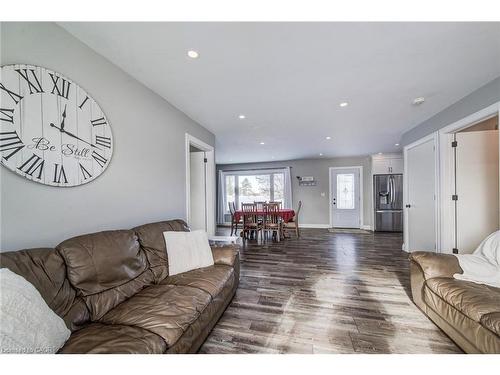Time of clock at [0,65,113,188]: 12:17
